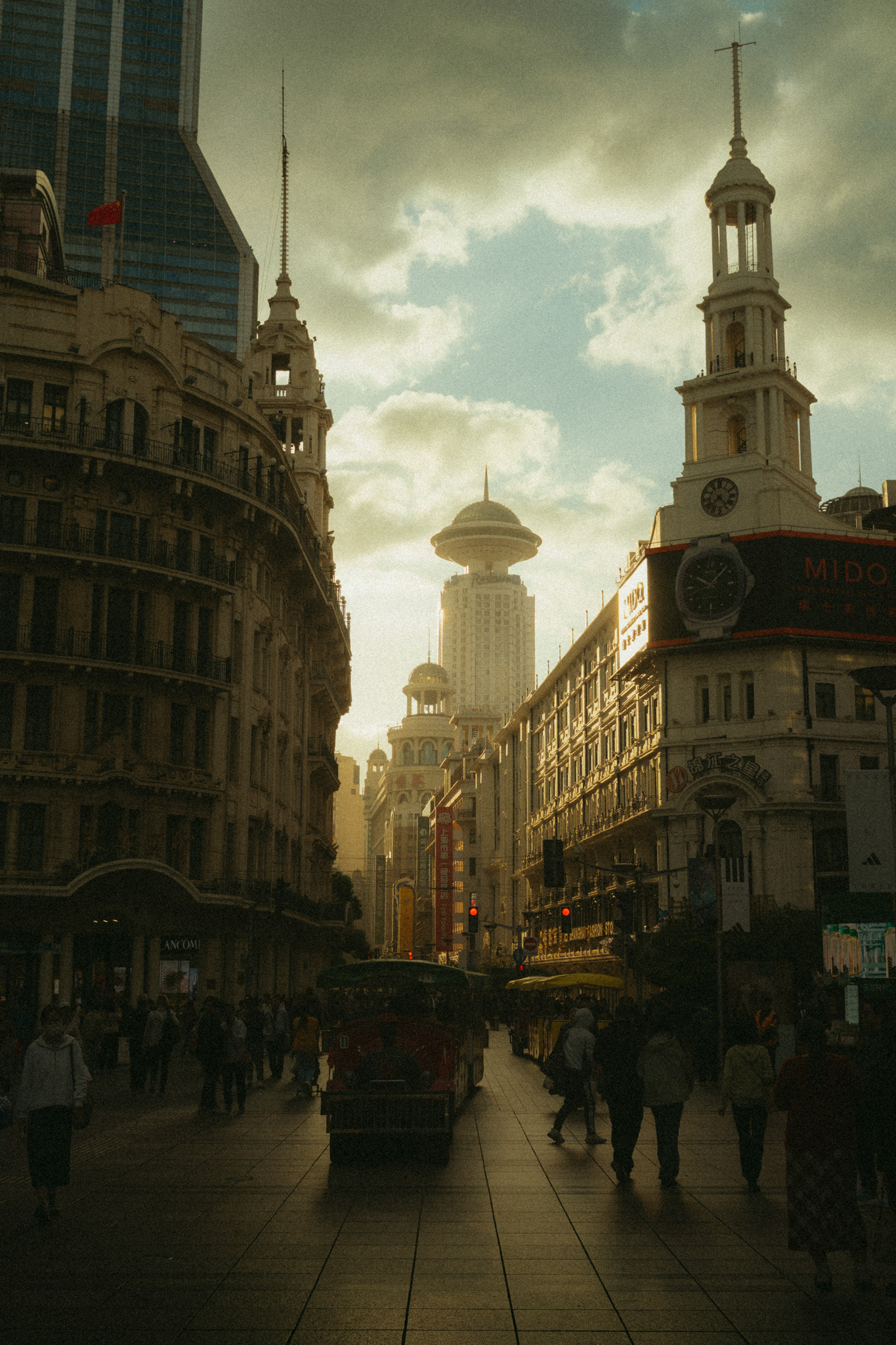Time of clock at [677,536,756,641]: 10:07
